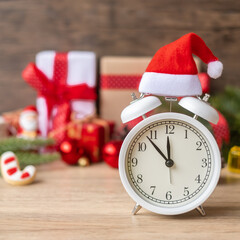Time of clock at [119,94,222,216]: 11:53
